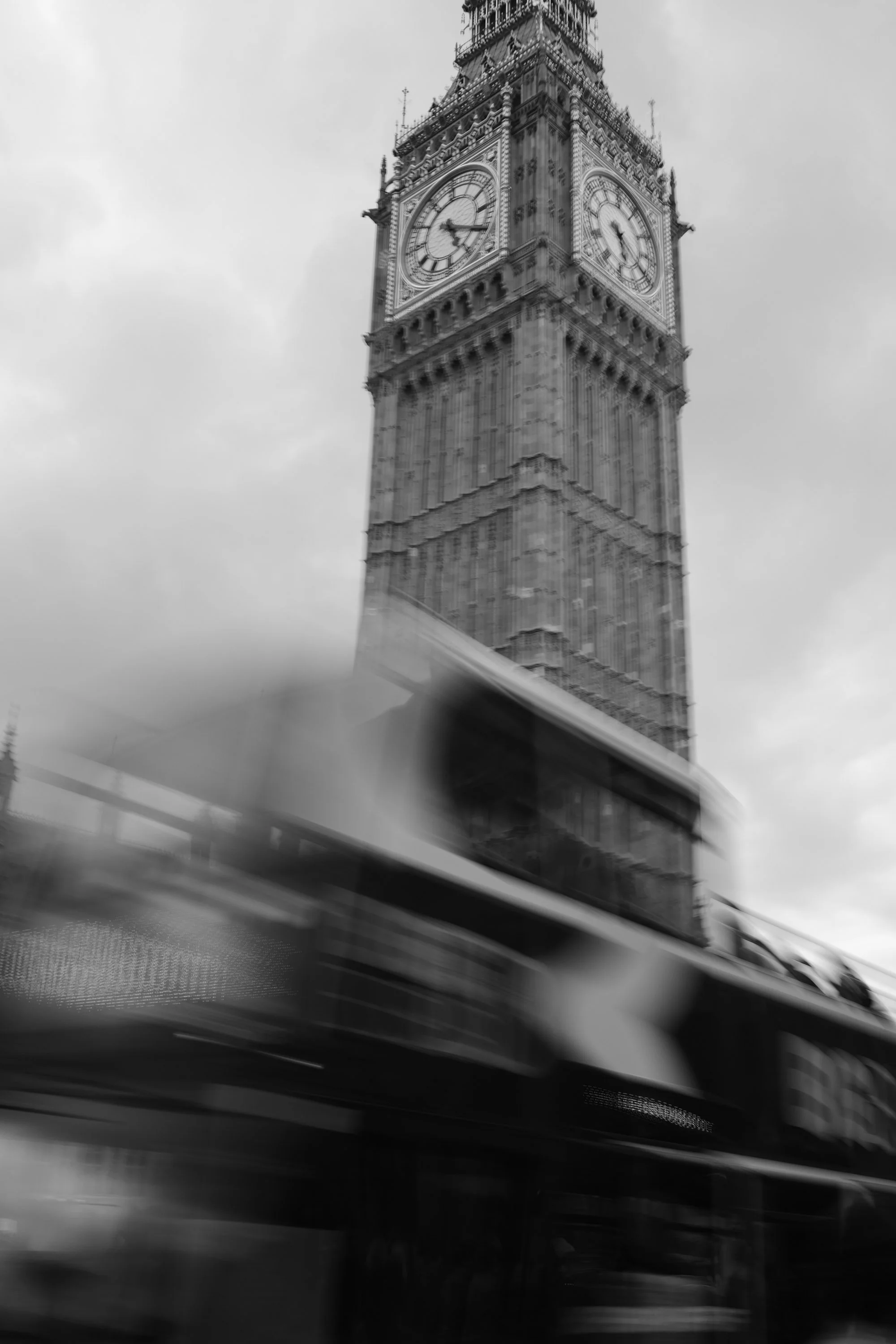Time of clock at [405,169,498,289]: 5:19
